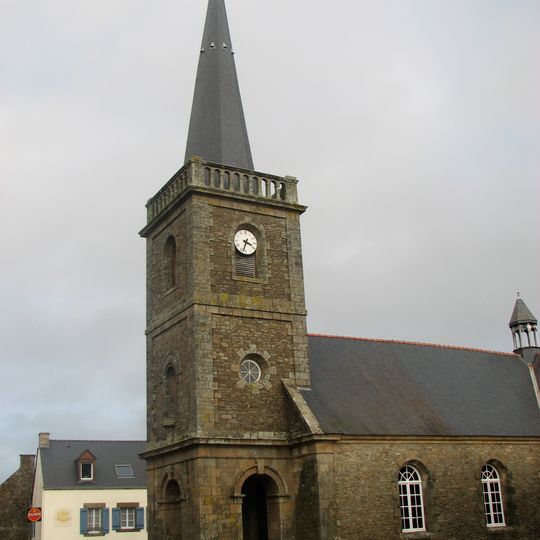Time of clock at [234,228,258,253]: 3:33
